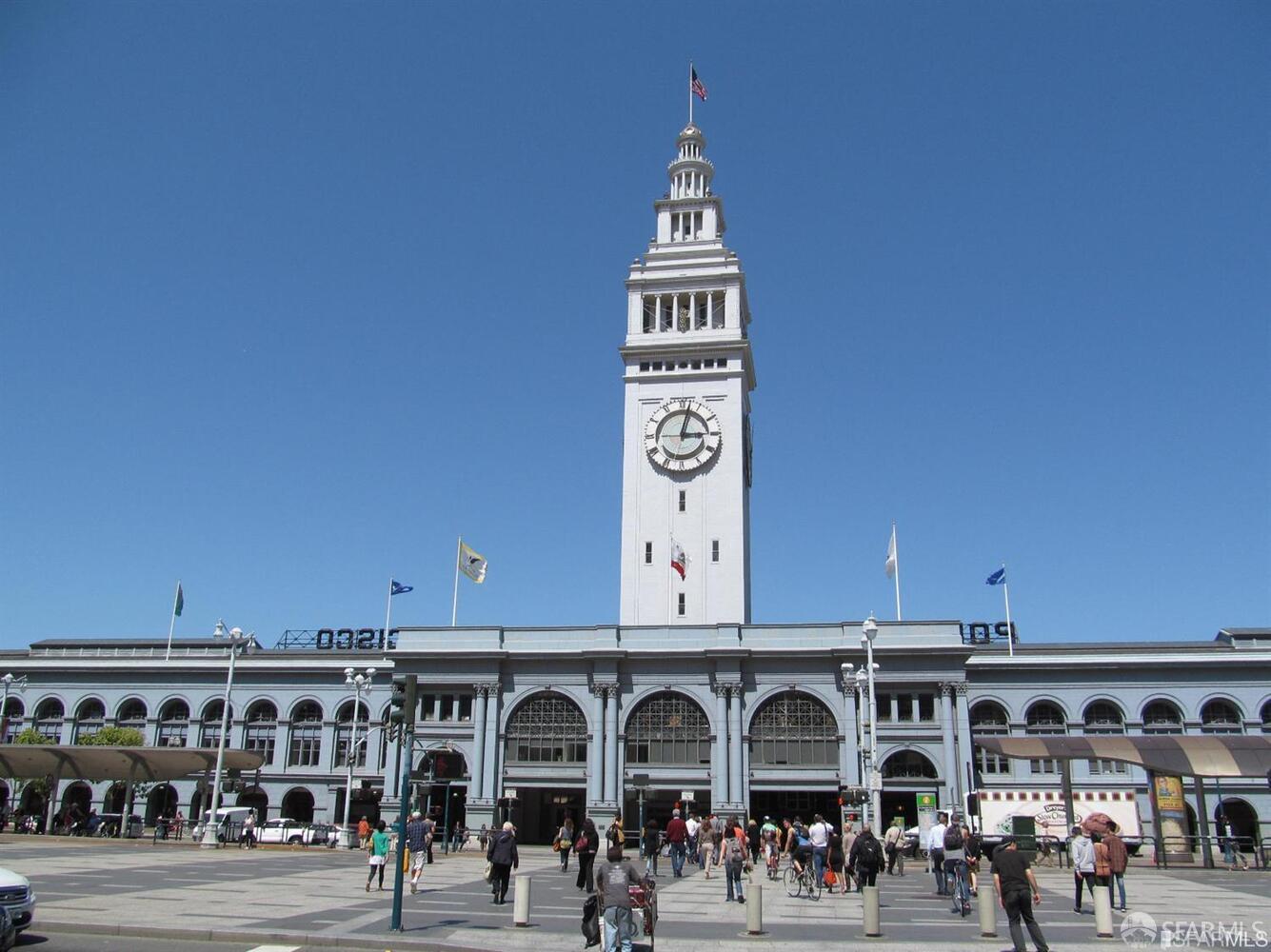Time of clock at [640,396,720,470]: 3:02
